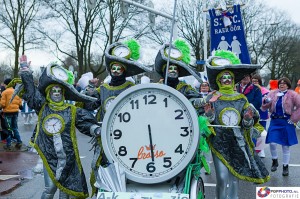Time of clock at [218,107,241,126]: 5:51
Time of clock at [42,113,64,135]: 5:06
